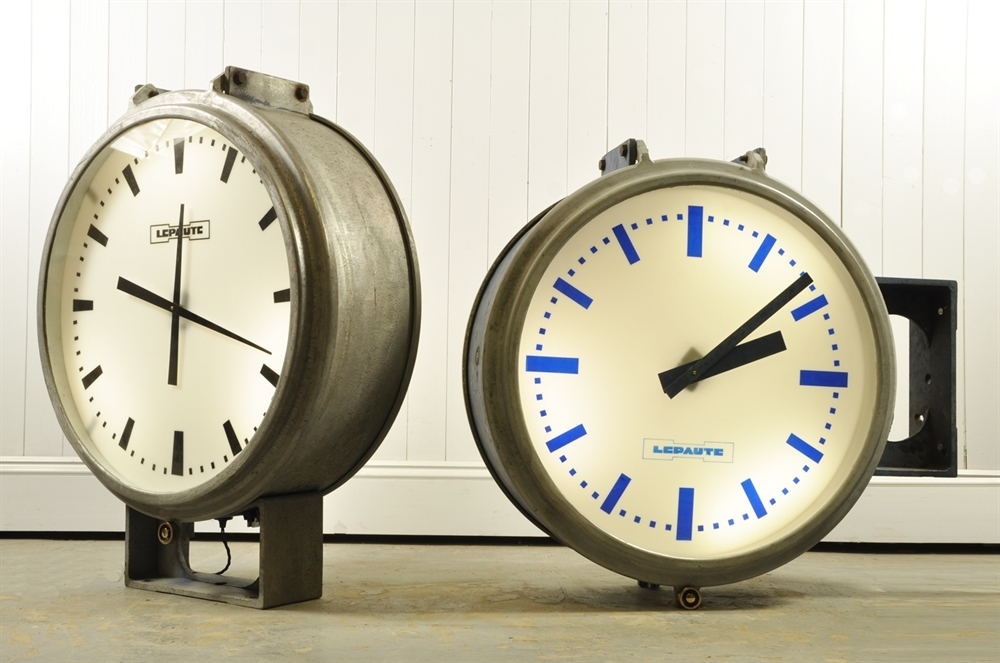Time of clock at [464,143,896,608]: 2:08
